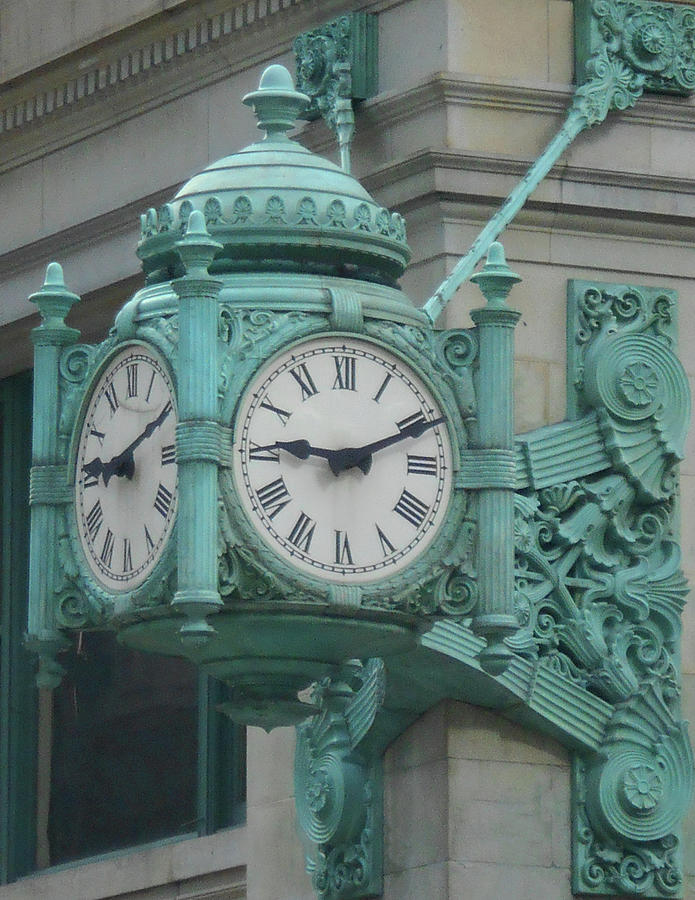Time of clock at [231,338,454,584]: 9:11
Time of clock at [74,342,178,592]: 9:10
